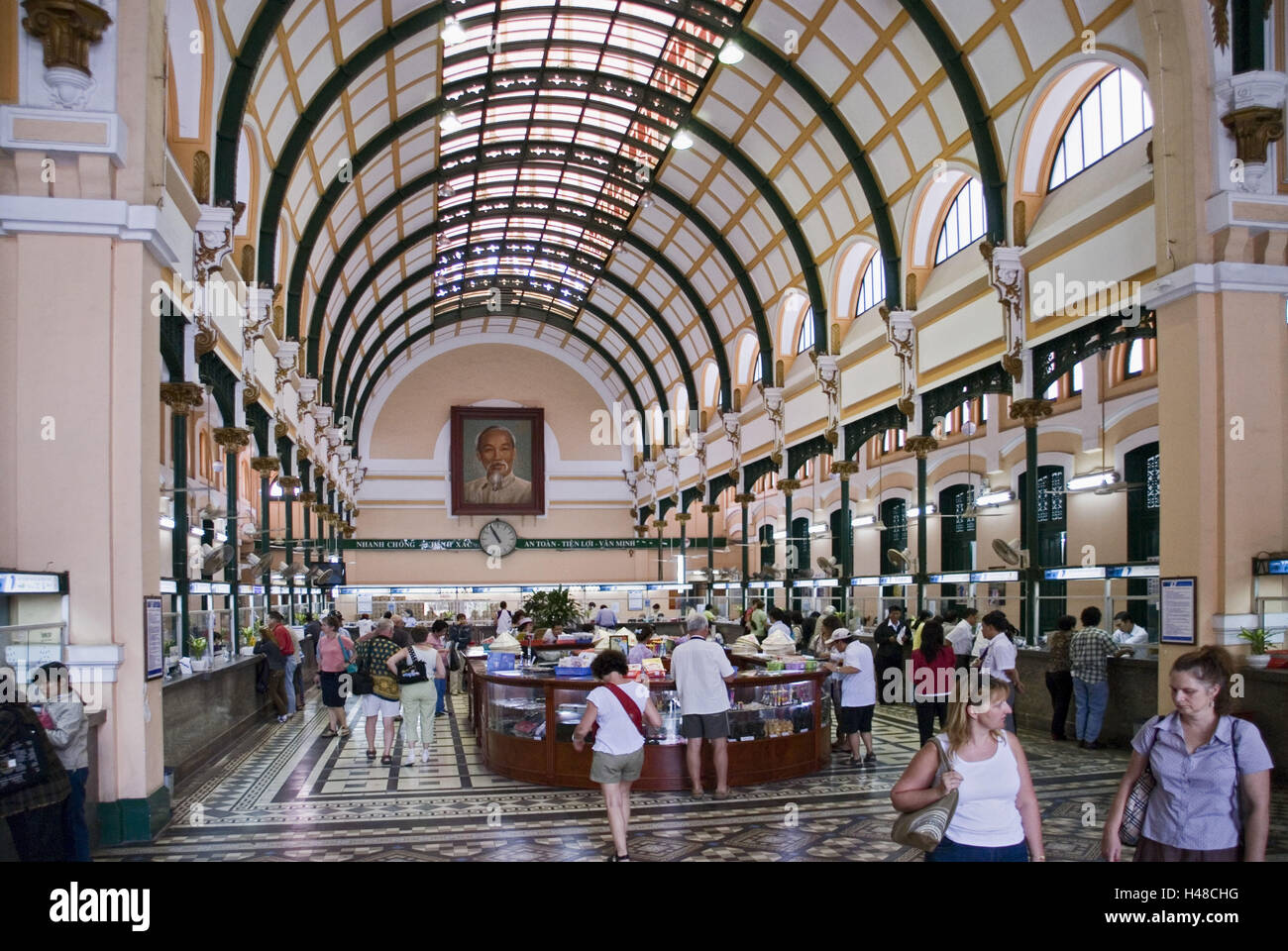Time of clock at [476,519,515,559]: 10:55
